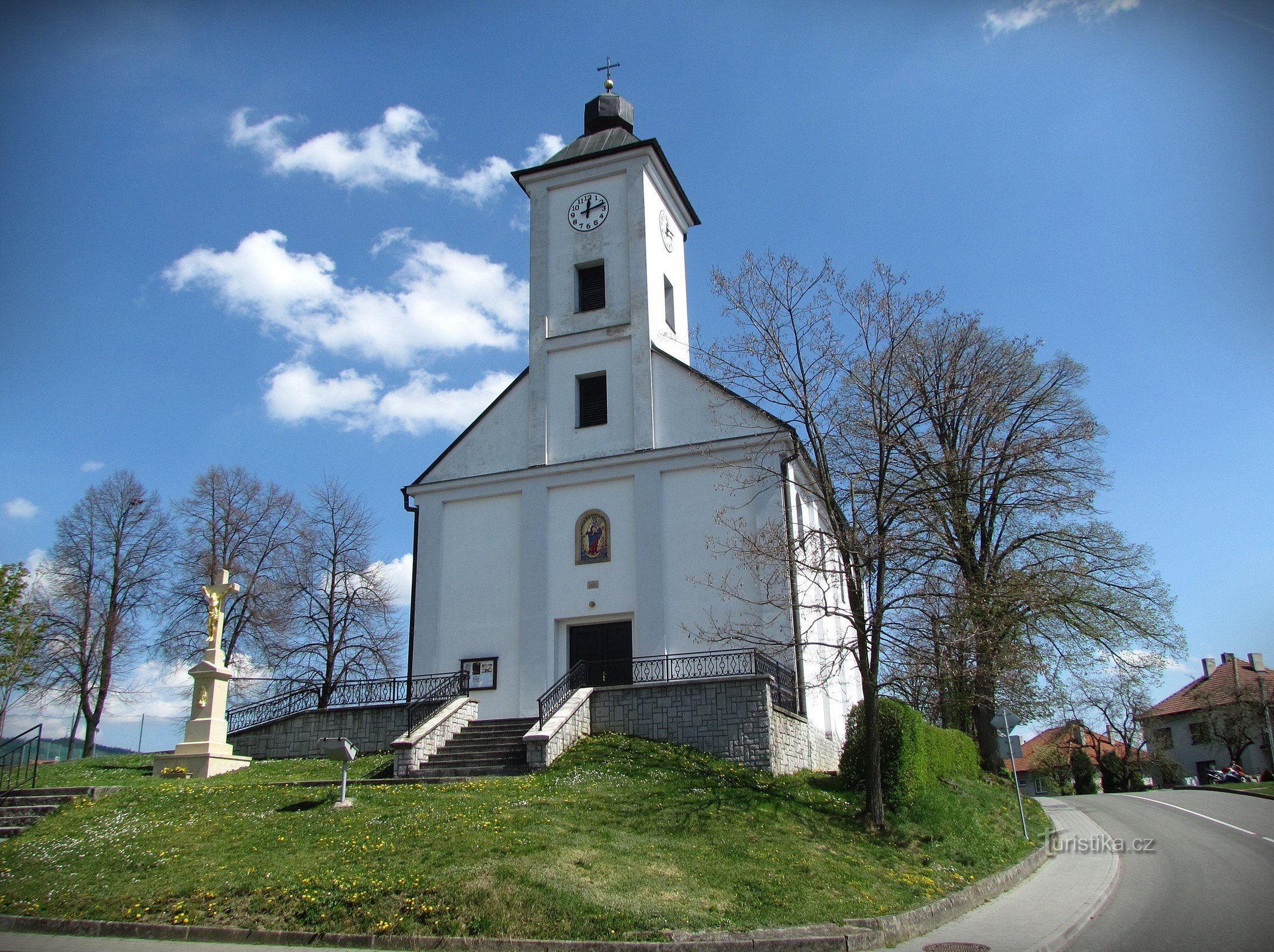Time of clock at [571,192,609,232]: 12:11
